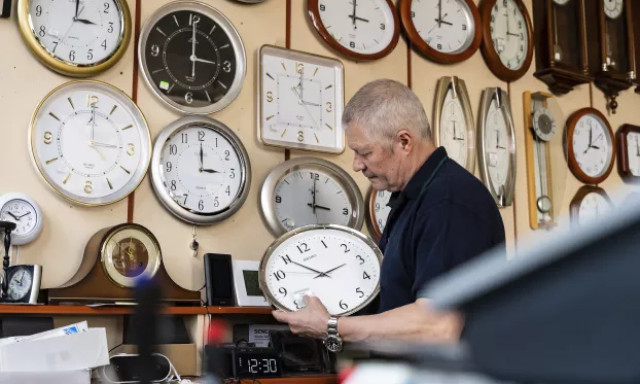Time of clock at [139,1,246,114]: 2:59
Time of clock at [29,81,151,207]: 3:00
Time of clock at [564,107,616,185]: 3:01
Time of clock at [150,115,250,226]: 3:00
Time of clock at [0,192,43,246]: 10:10
